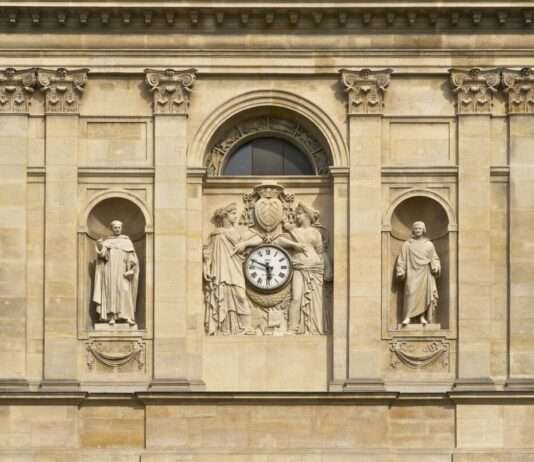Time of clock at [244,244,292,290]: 5:48
